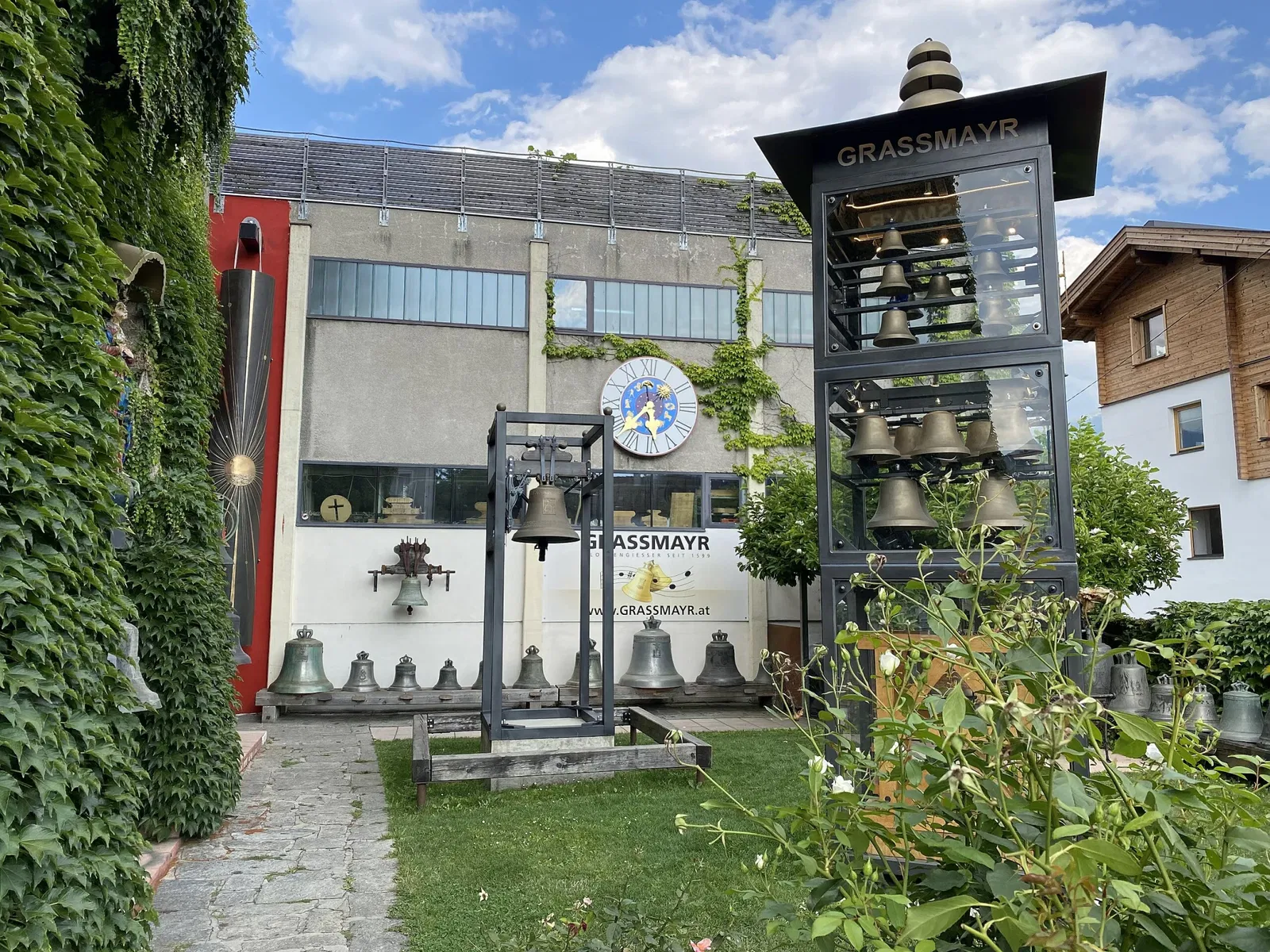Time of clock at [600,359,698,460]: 5:37
